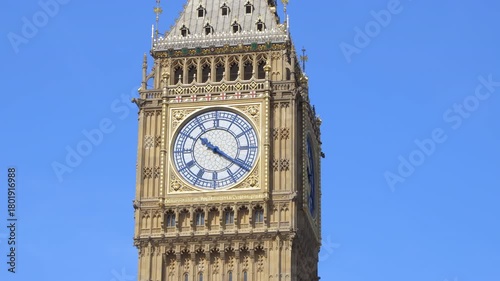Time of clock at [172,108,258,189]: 10:20
